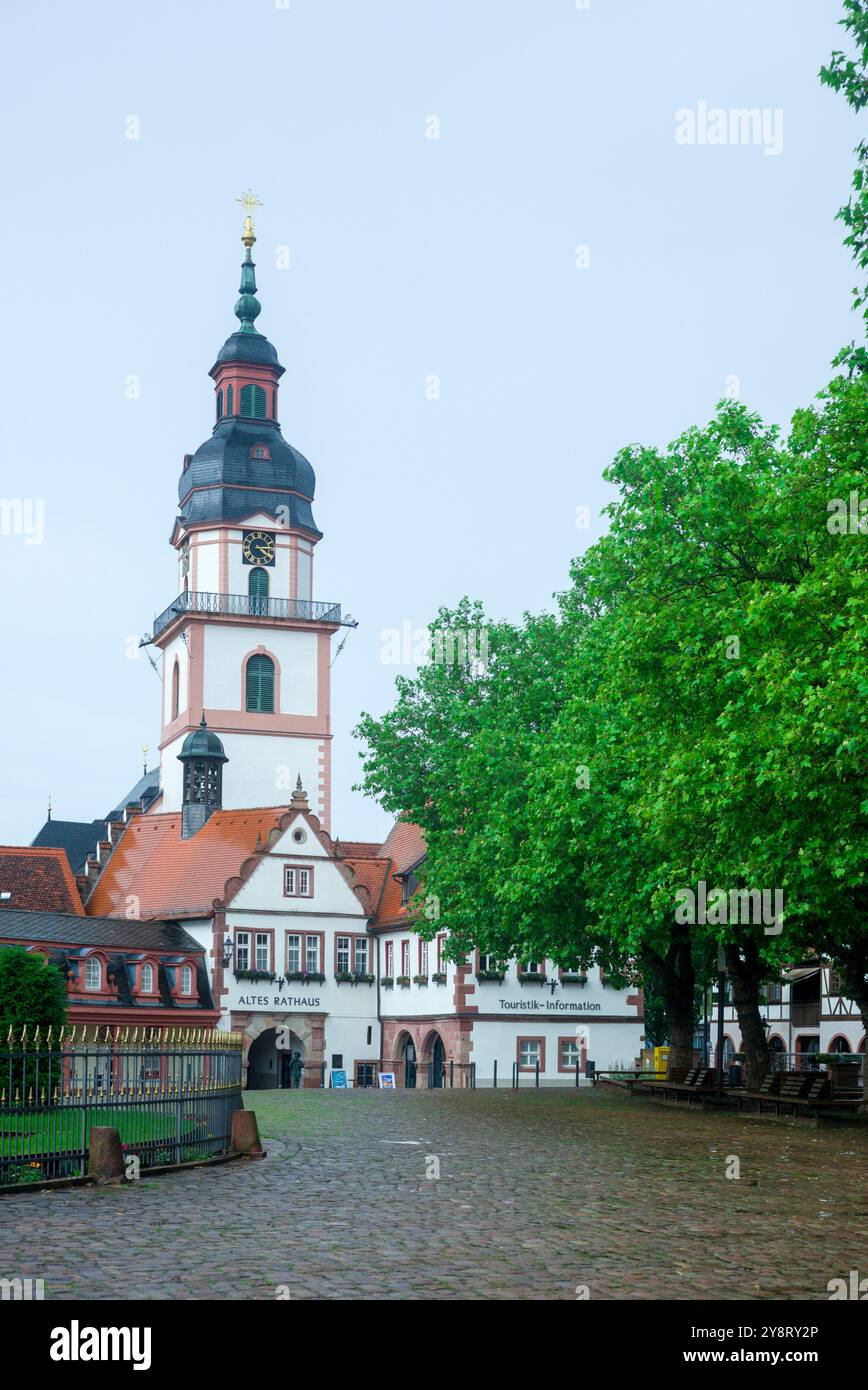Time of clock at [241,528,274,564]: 4:14
